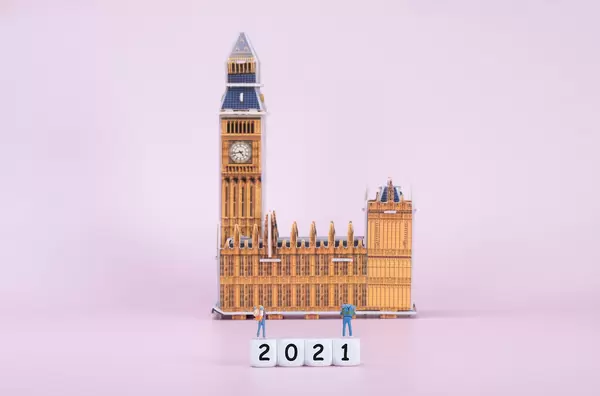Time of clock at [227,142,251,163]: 4:43
